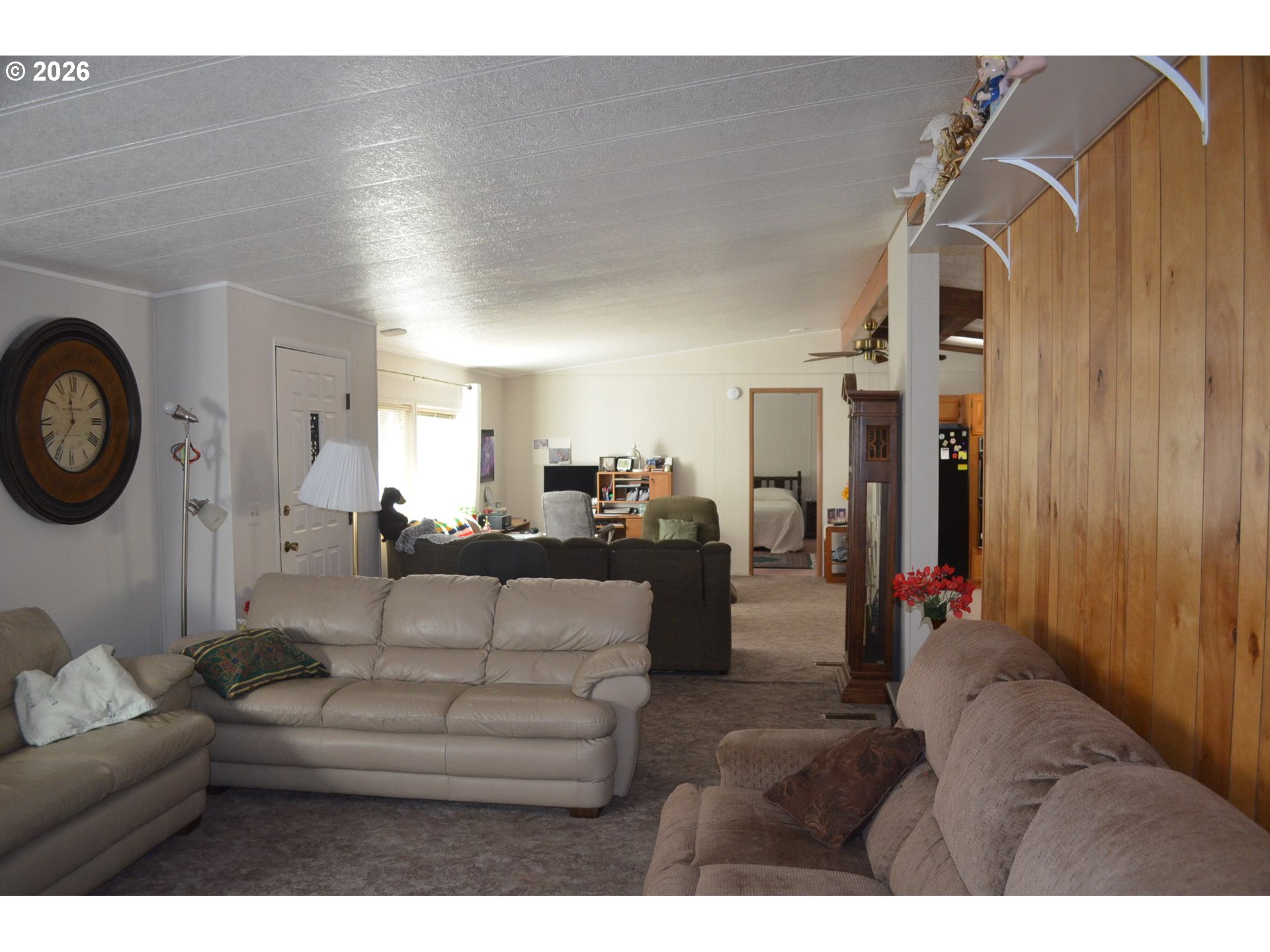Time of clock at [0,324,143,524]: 11:35
